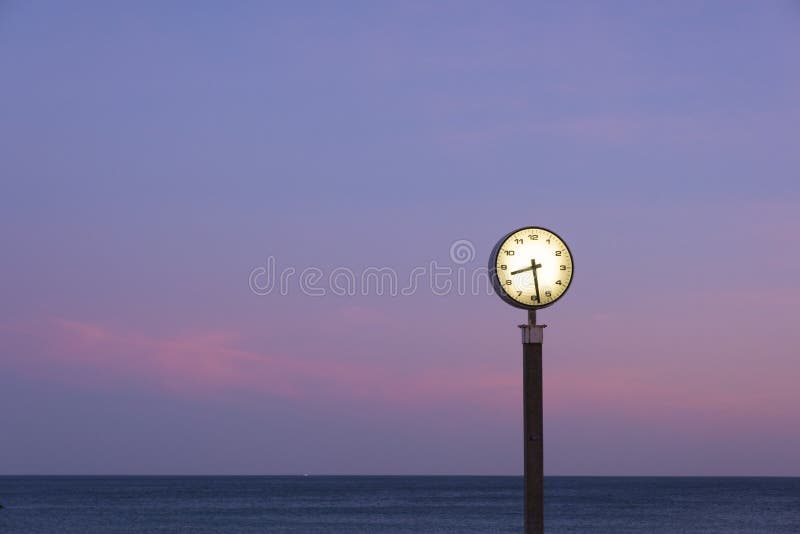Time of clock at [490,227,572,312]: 8:28
